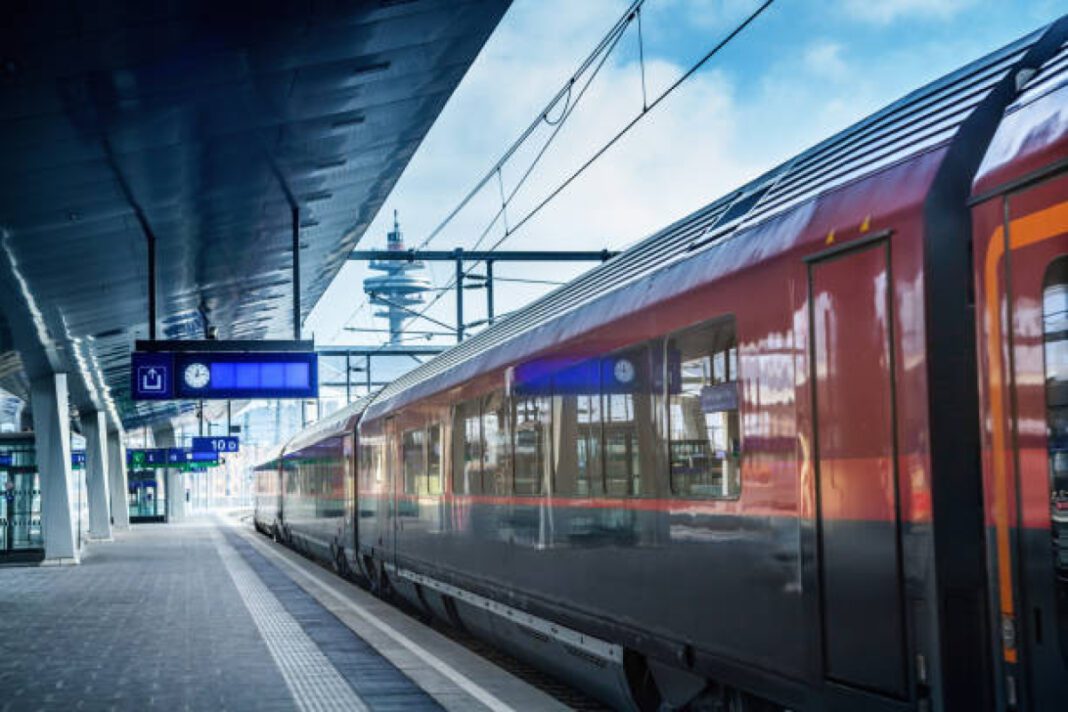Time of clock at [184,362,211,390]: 12:13
